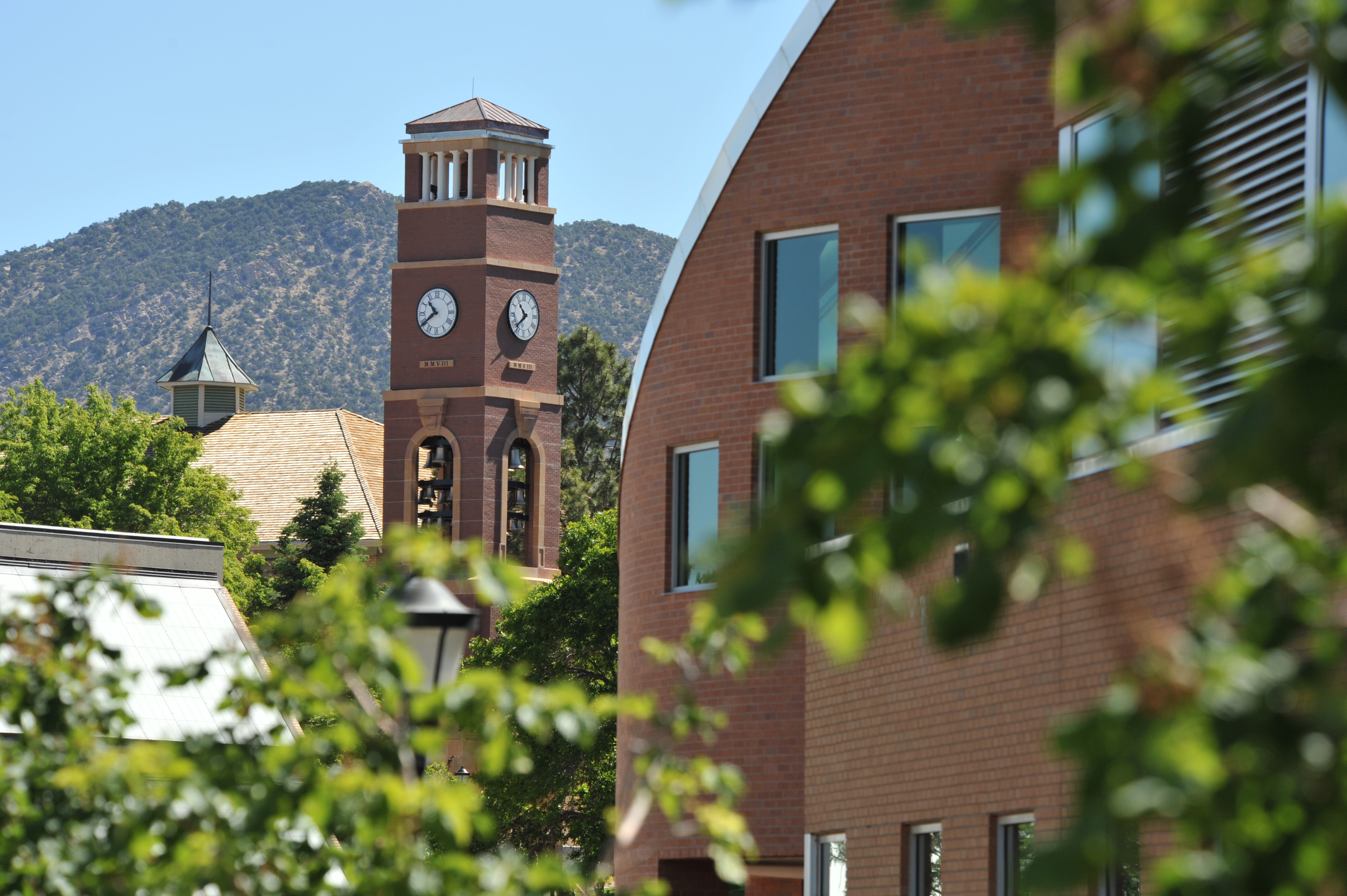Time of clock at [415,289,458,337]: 10:39
